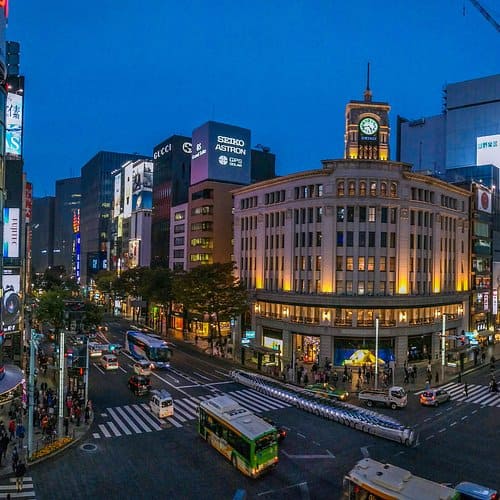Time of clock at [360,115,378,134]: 4:42
